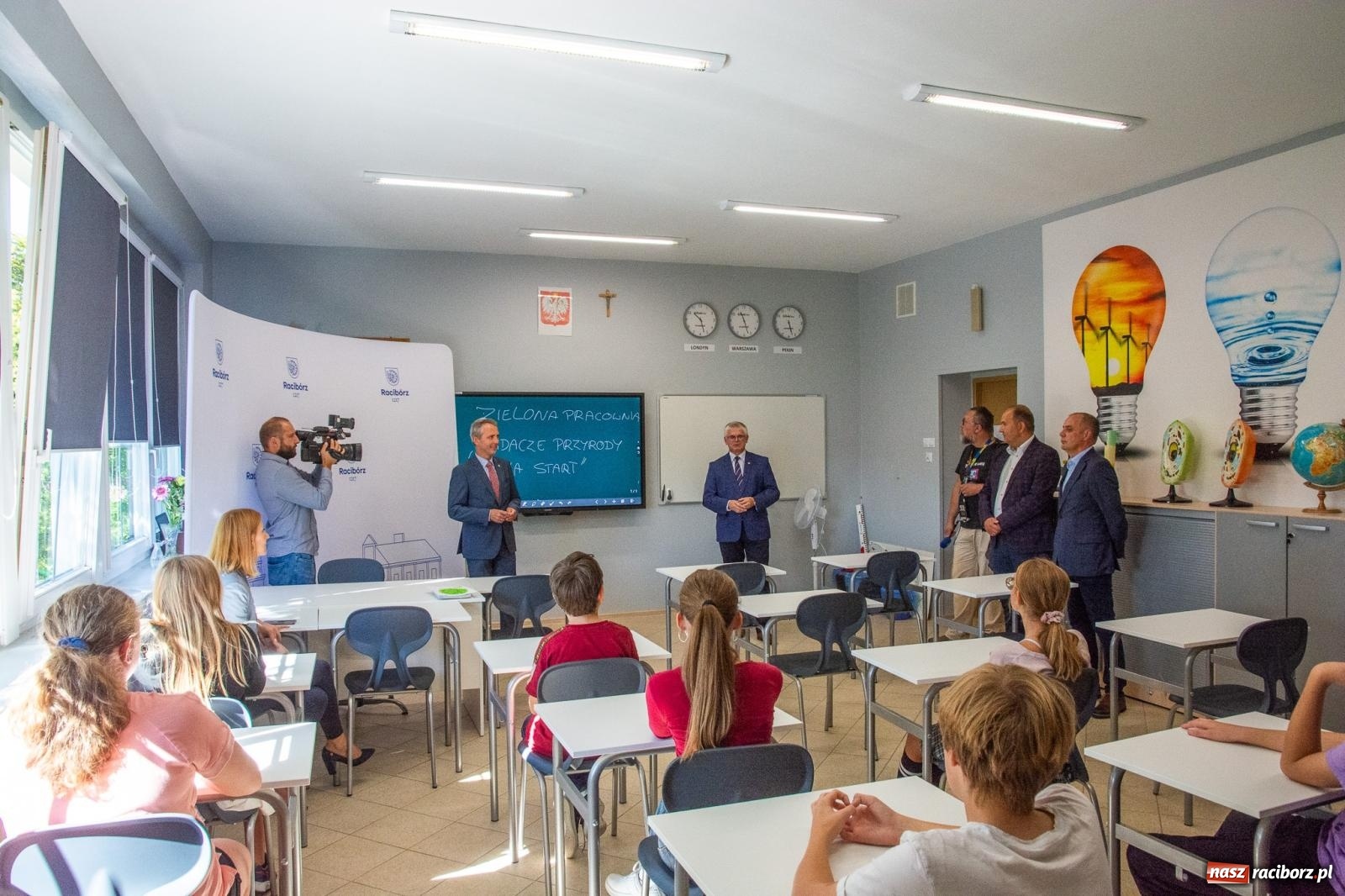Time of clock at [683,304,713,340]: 10:27
